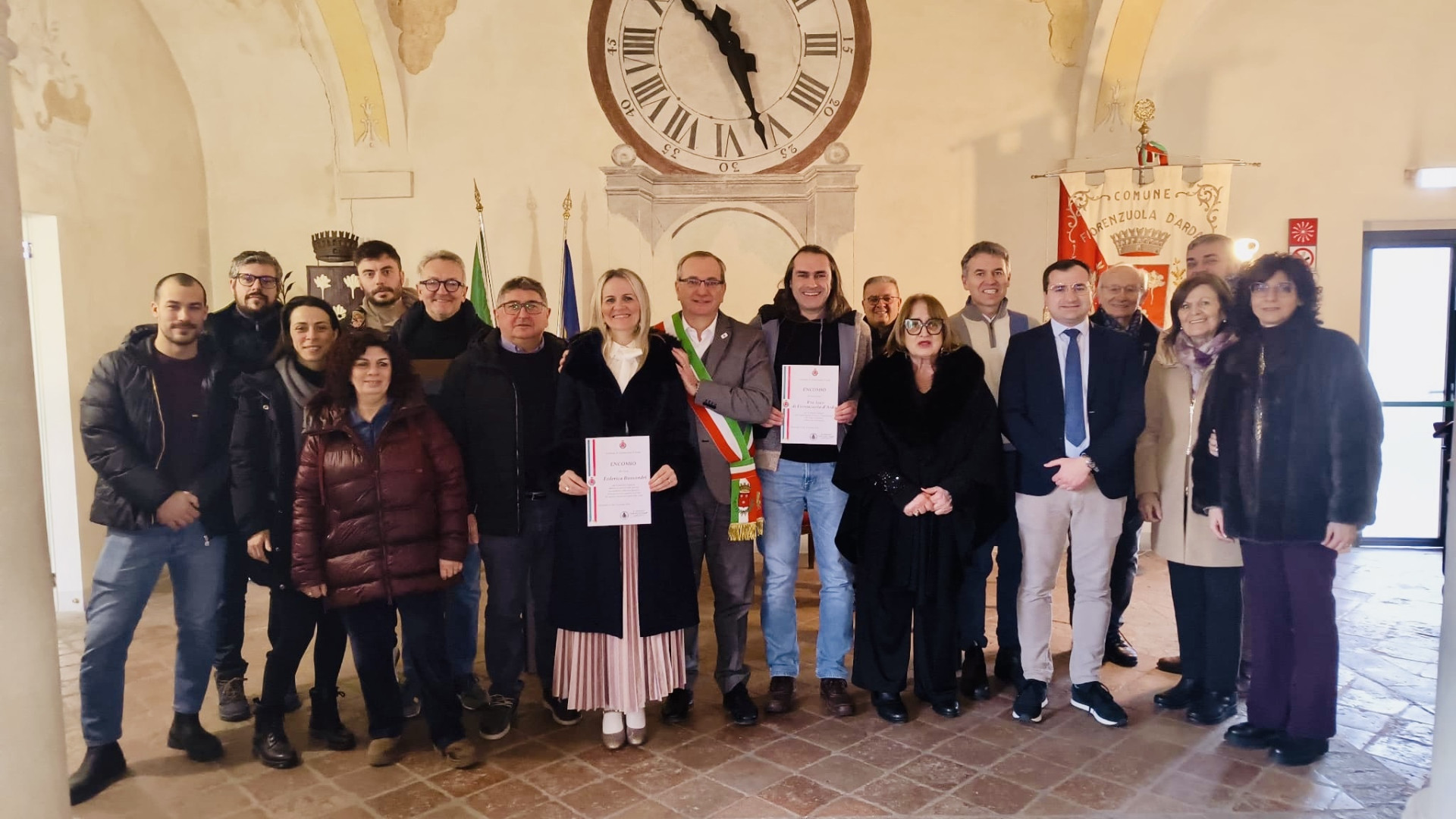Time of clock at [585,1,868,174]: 10:26
